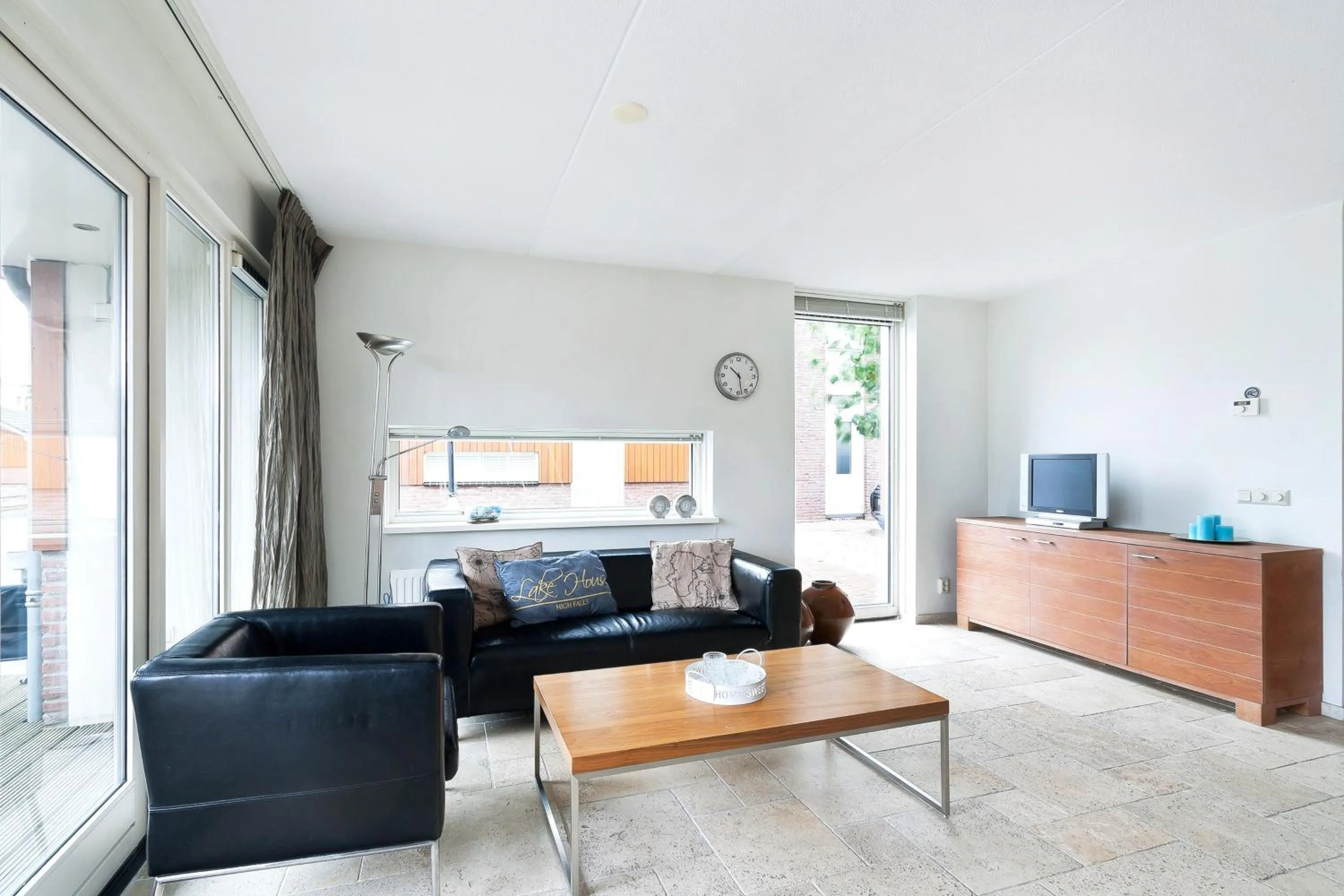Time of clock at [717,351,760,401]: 10:28
